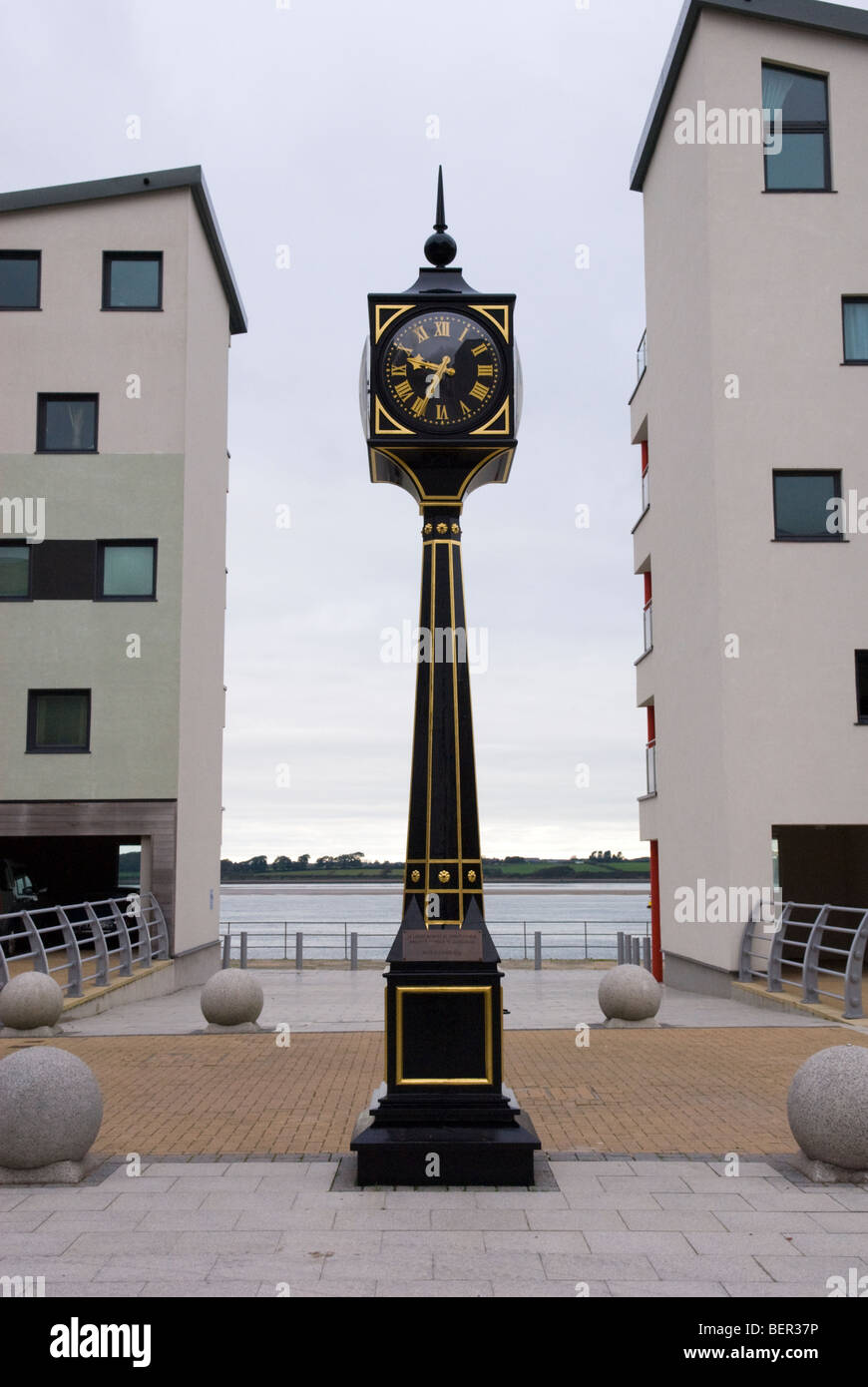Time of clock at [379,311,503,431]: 9:34
